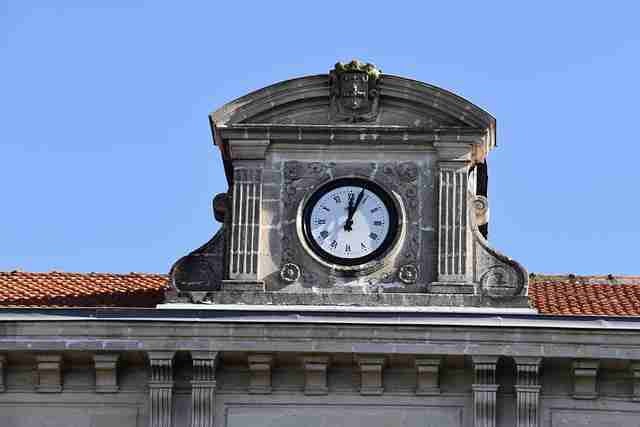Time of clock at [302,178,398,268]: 12:03
